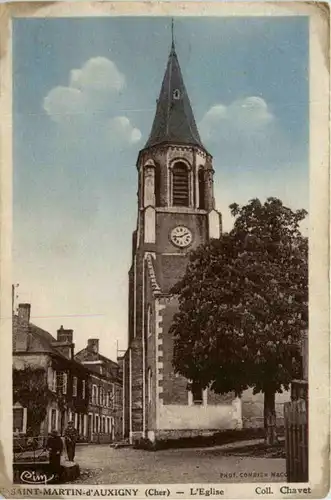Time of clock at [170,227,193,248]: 1:43
